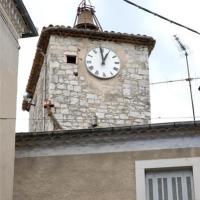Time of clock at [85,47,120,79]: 12:59
